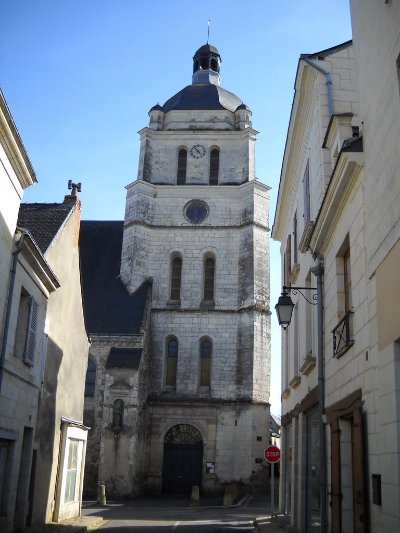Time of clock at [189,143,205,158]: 4:53
